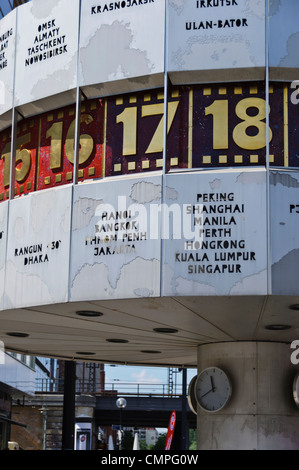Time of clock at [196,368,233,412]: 11:40
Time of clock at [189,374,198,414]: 11:40
